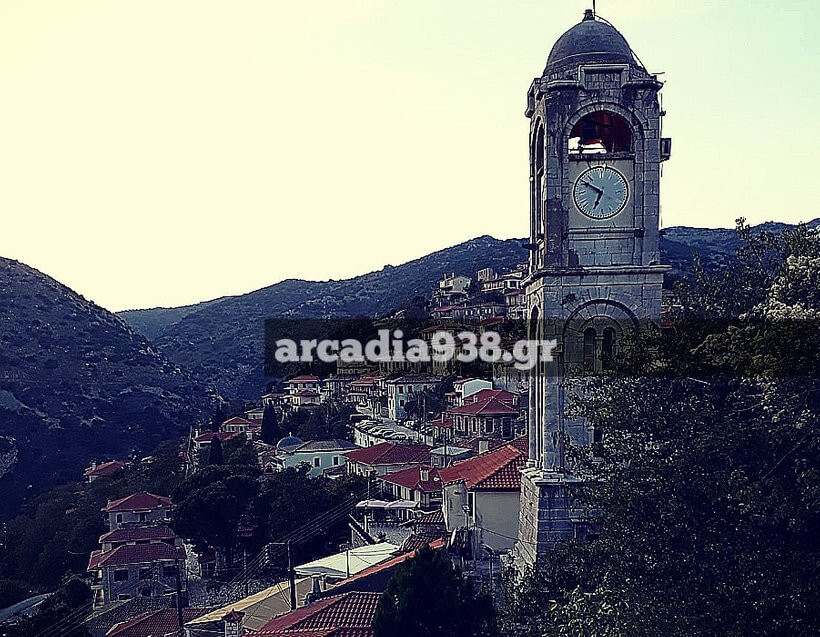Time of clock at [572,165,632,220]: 6:50
